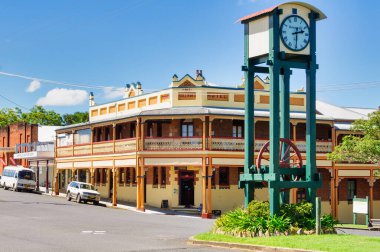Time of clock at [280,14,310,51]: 2:29
